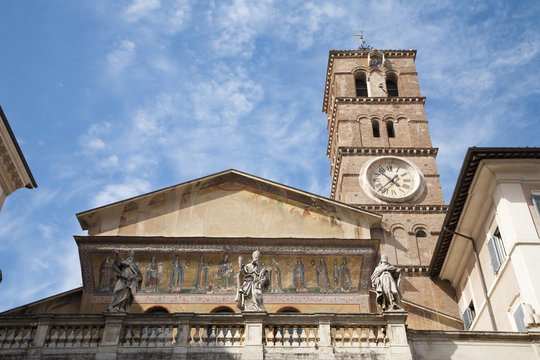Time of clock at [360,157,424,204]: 10:37
